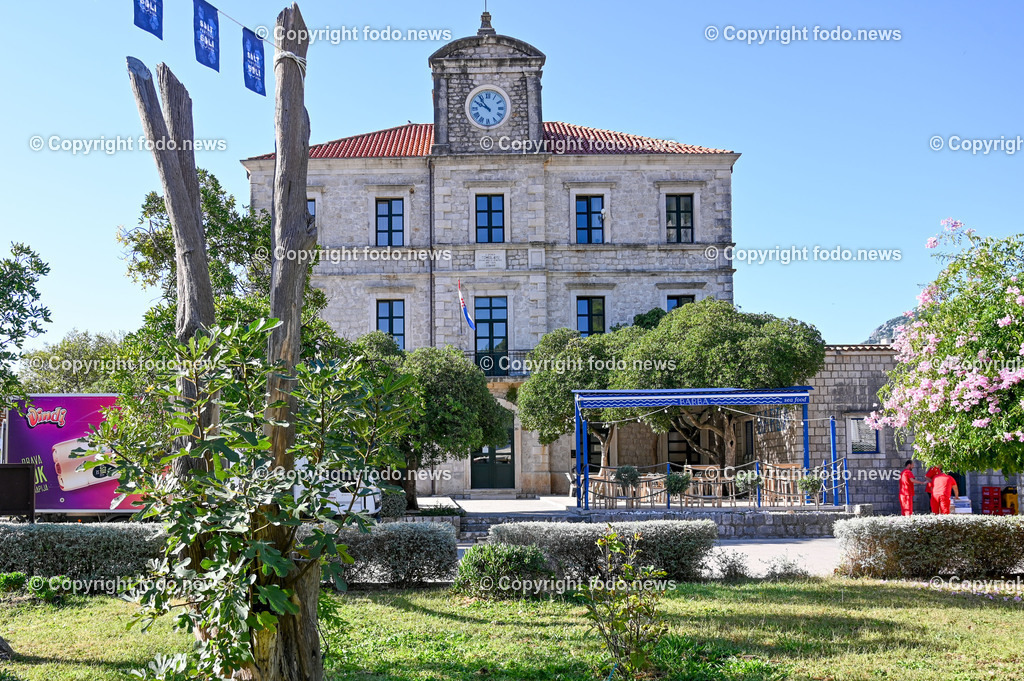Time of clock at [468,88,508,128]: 9:53
